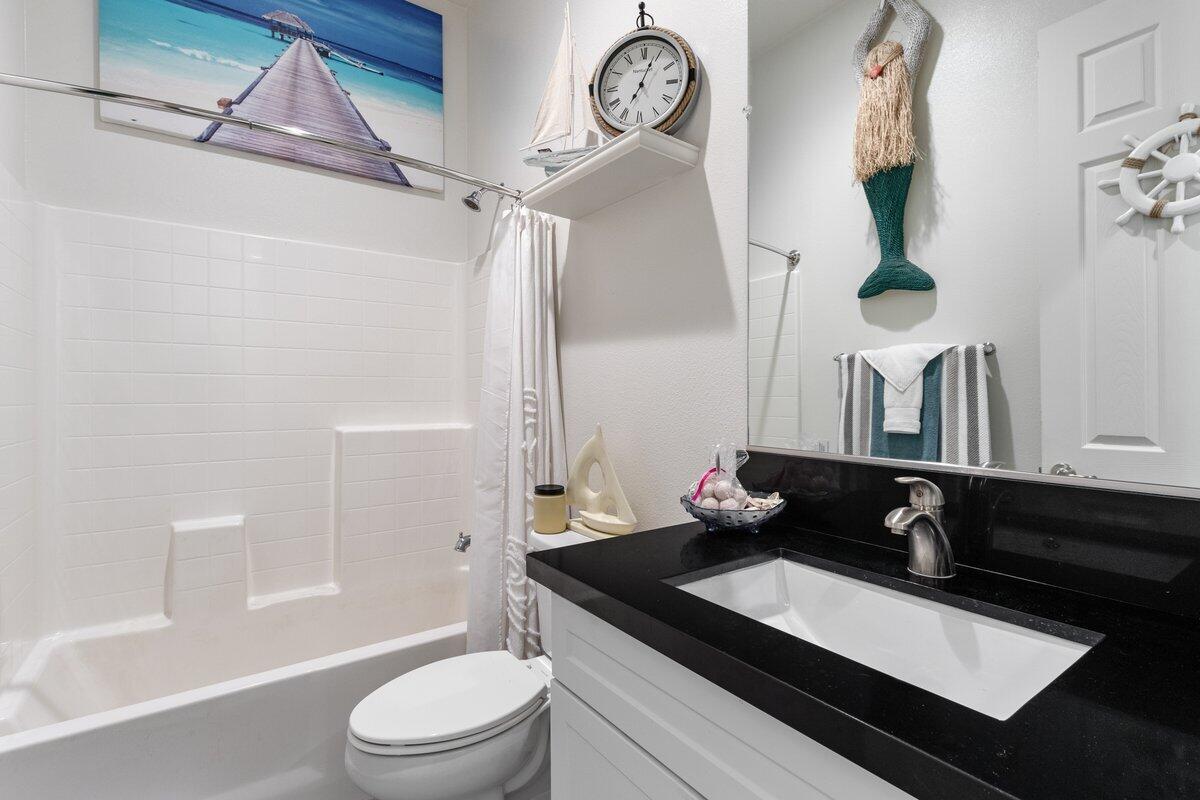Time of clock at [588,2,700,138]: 7:03
